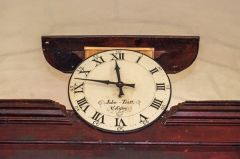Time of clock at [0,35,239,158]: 11:47
